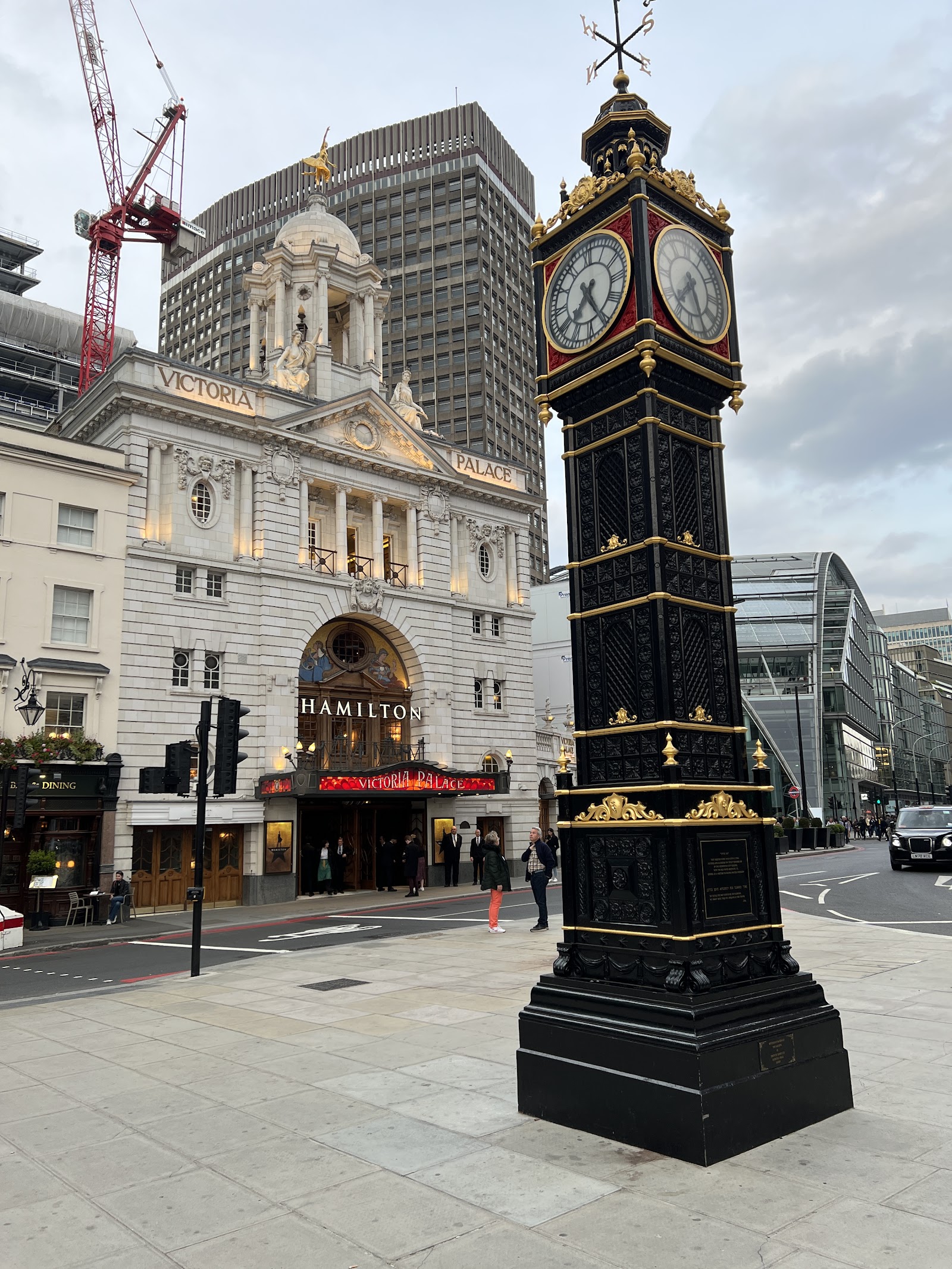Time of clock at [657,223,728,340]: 7:25
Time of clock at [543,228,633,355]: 7:25
